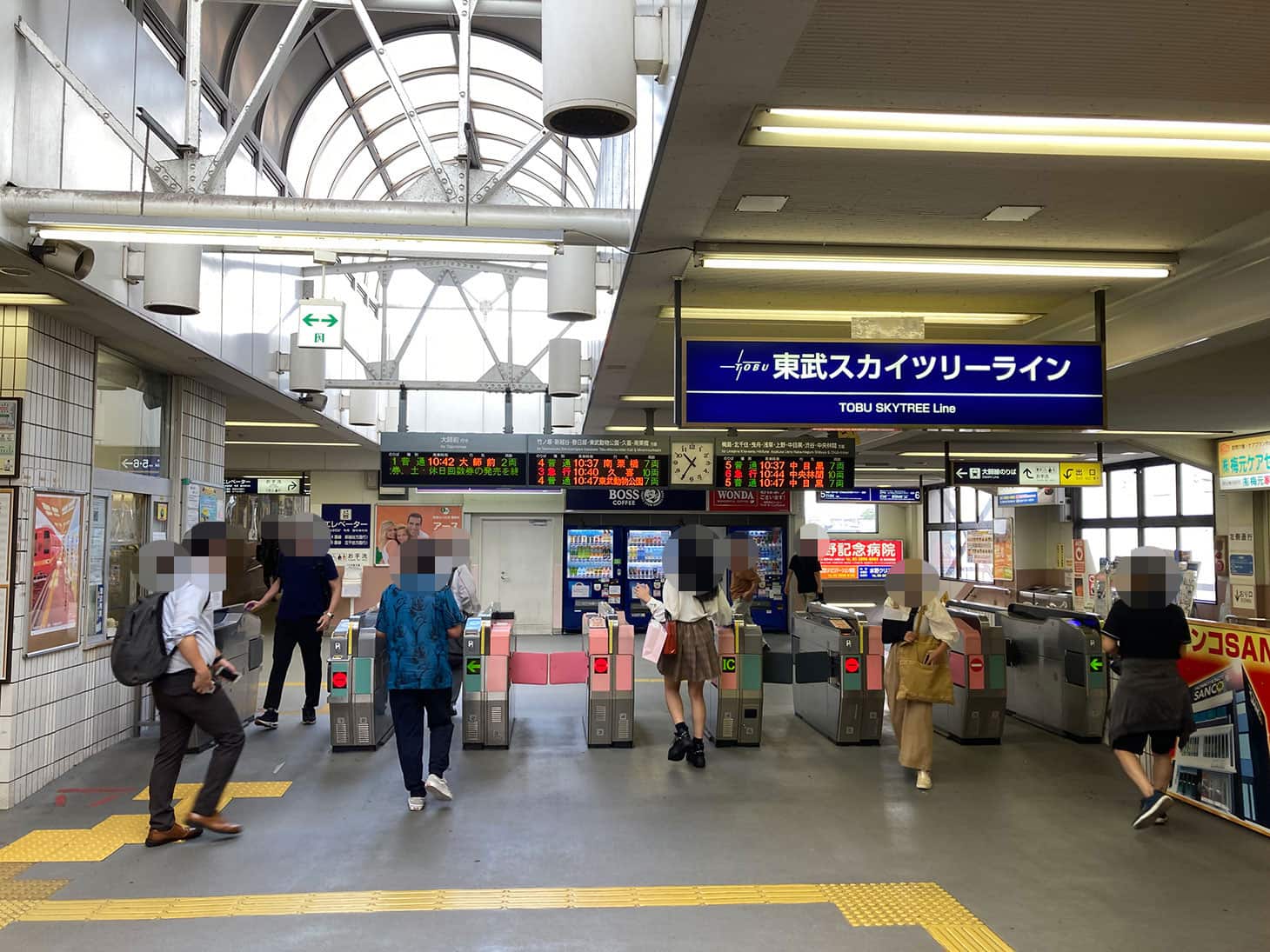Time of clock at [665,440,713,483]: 10:35
